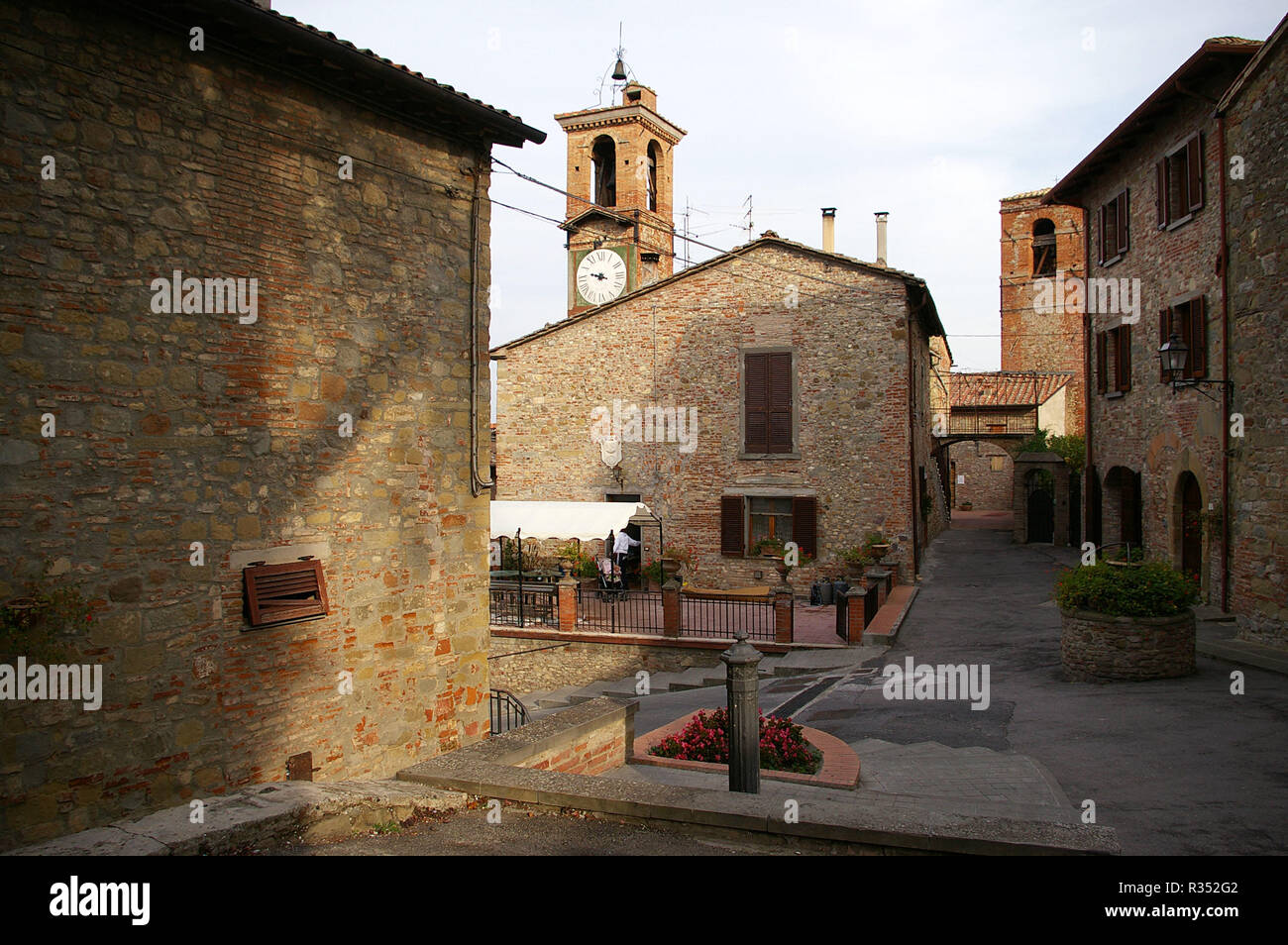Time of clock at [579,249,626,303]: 9:47
